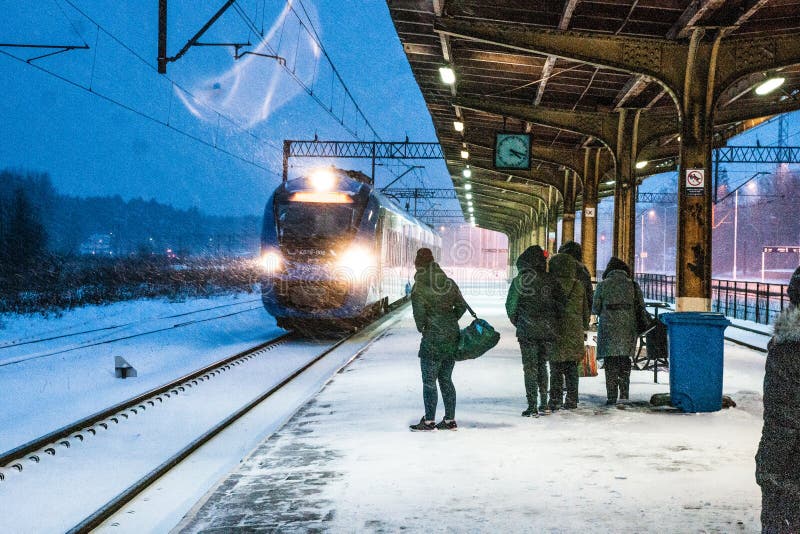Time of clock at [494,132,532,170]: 4:17
